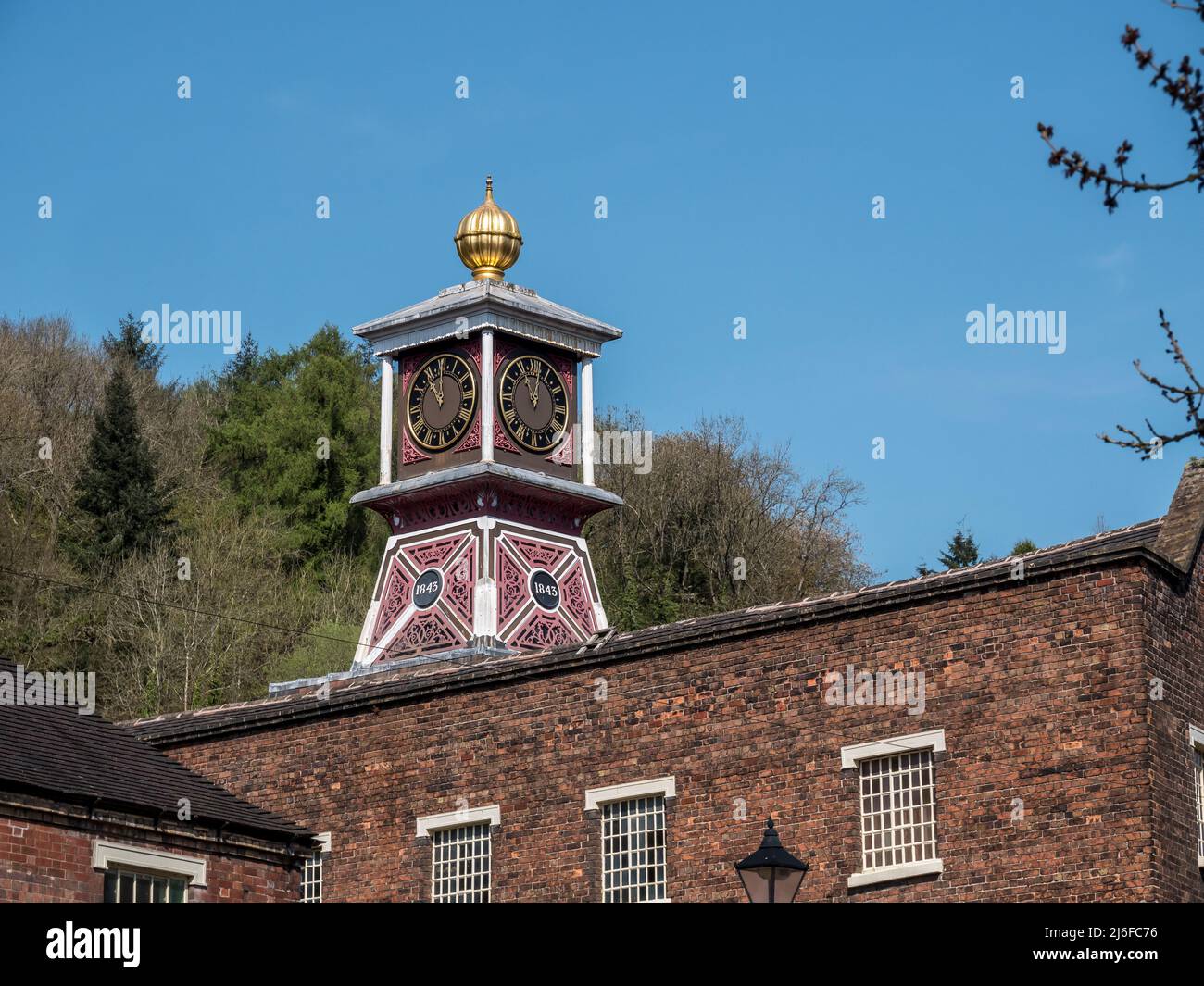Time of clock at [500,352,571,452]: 11:02
